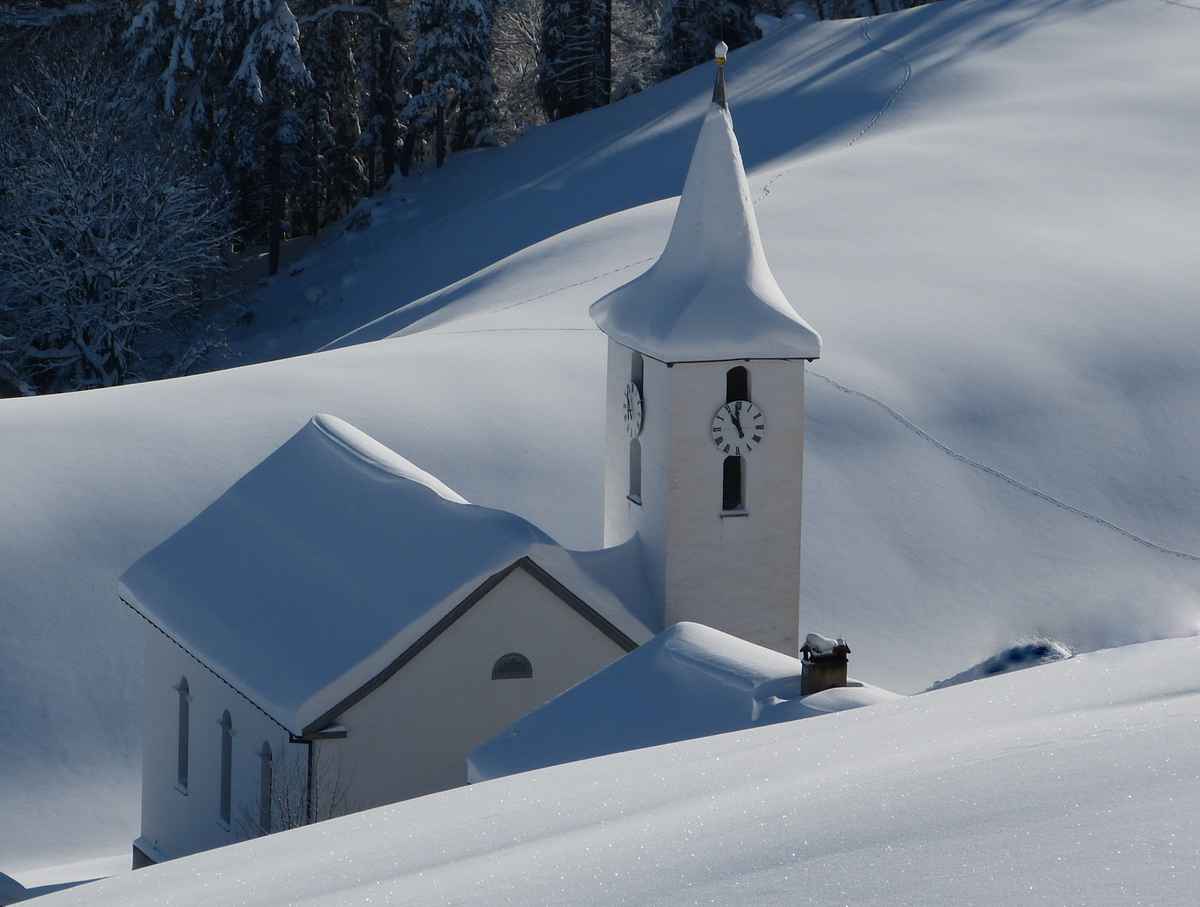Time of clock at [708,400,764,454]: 10:58
